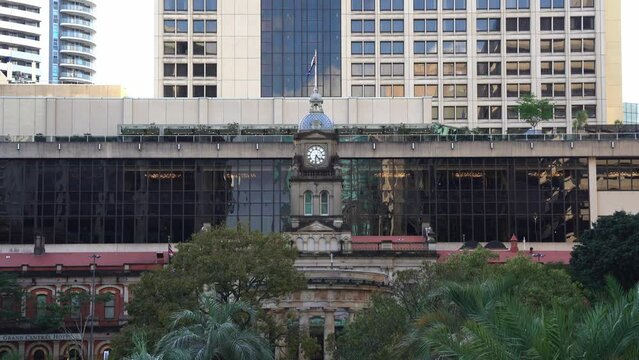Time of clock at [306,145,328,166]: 4:31
